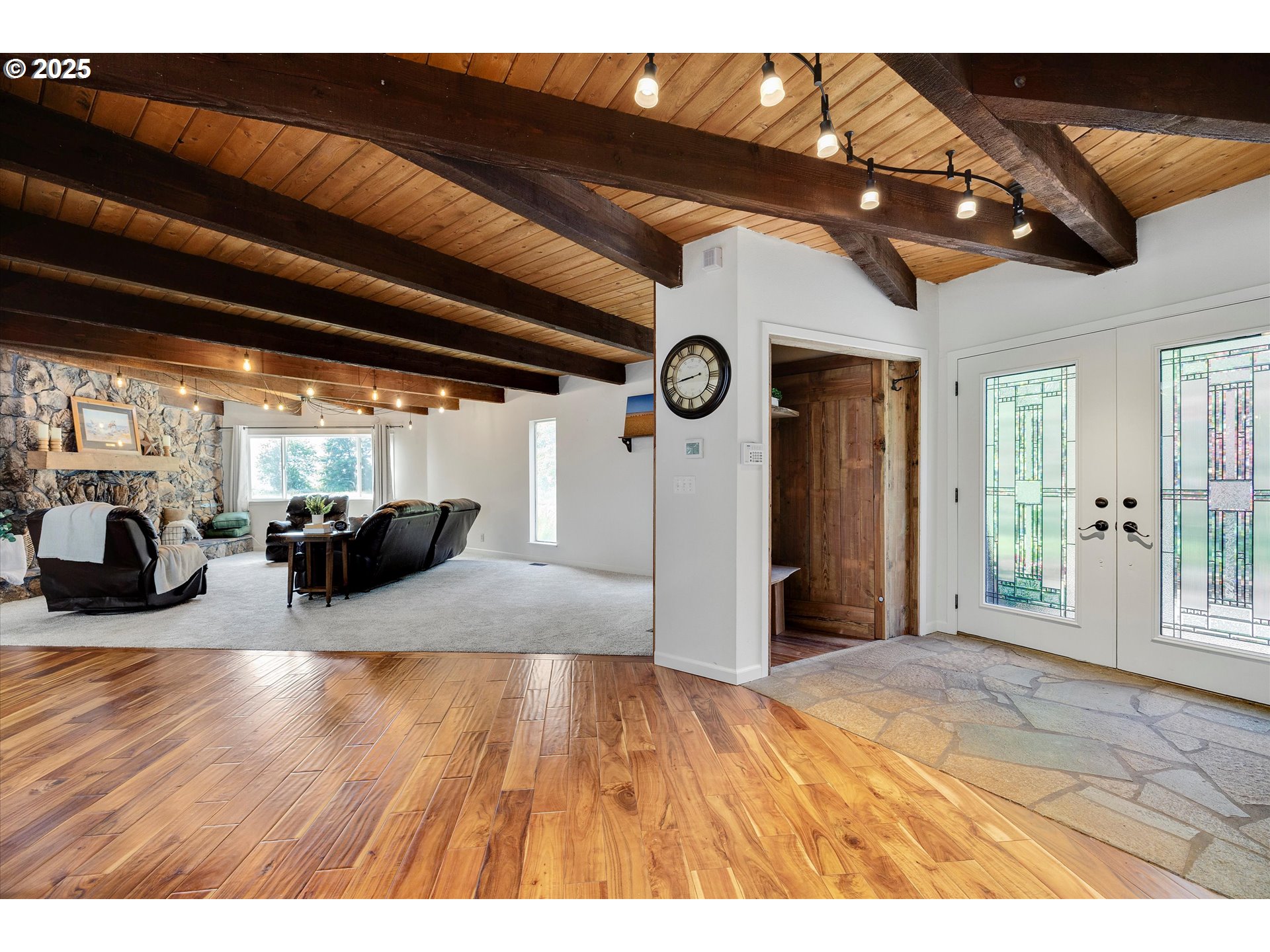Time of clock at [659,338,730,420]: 8:42
